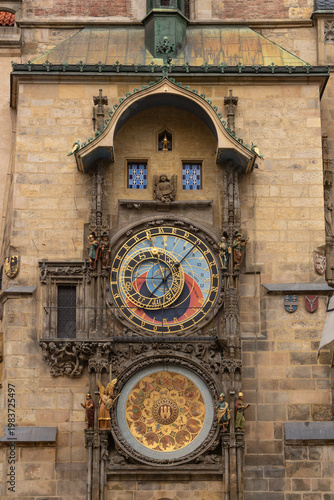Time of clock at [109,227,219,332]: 7:07
